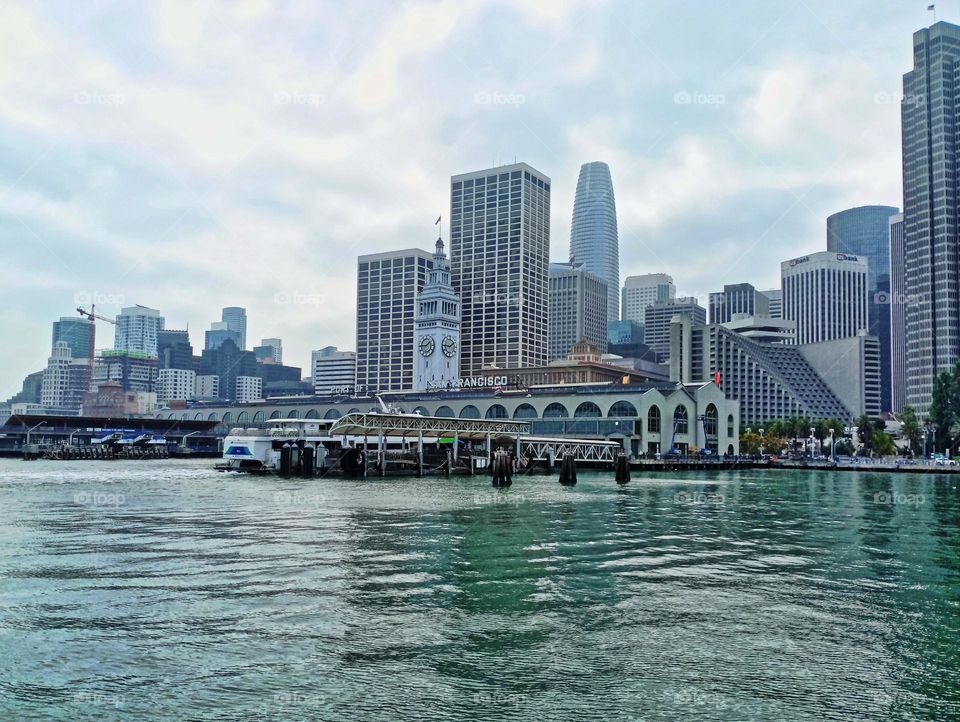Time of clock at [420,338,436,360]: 1:45
